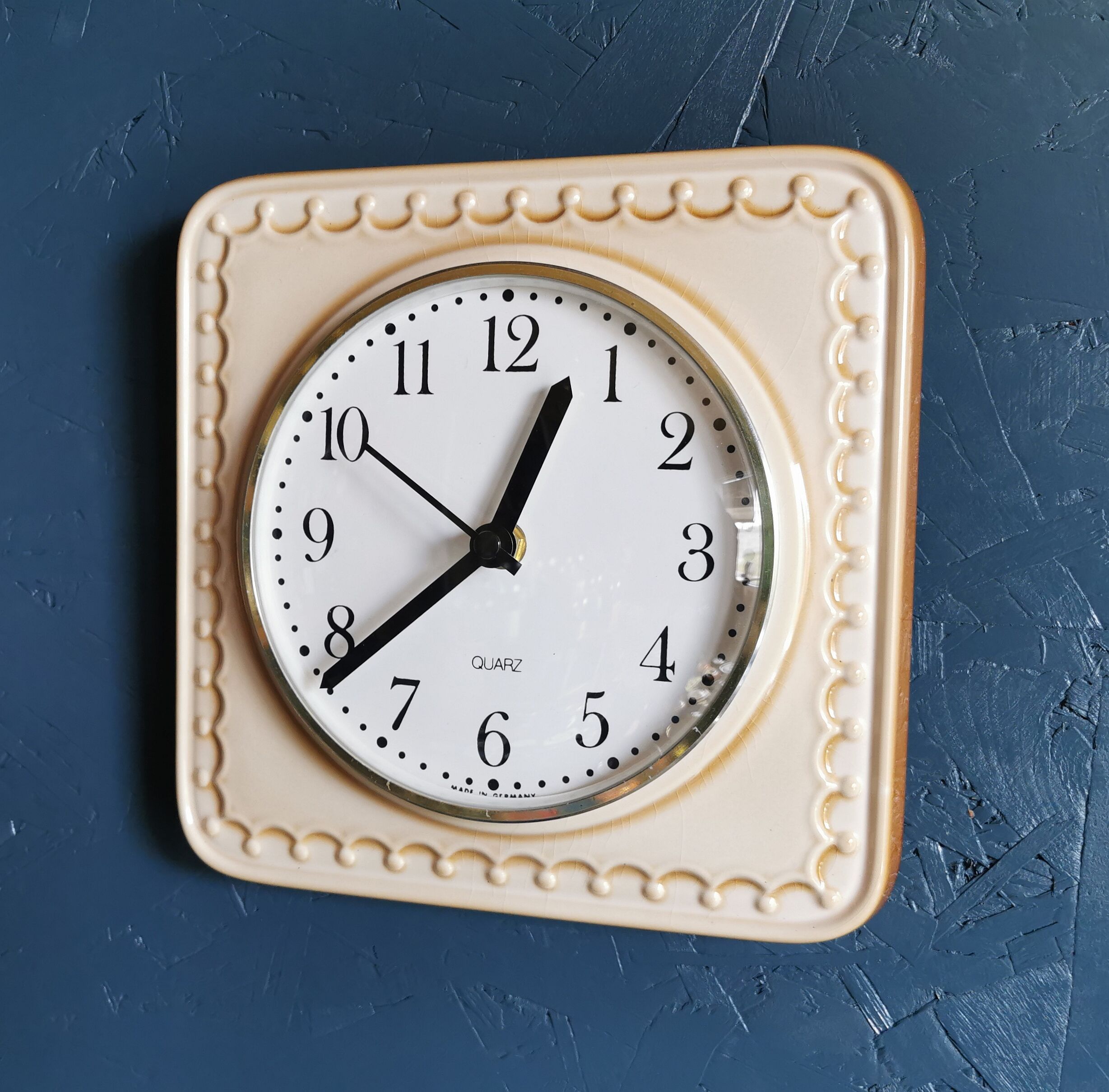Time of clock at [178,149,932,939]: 12:38
